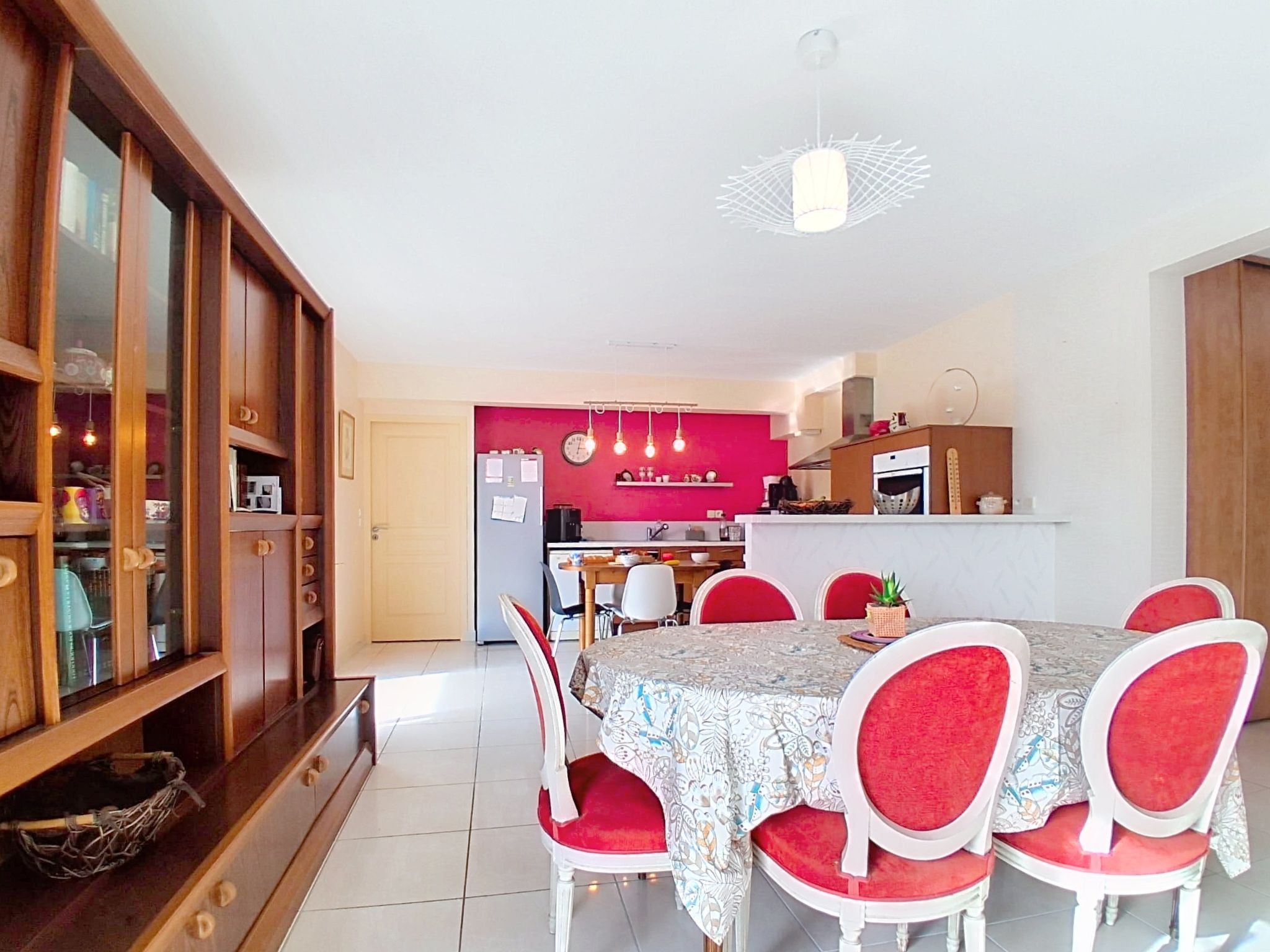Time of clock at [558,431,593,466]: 3:02
